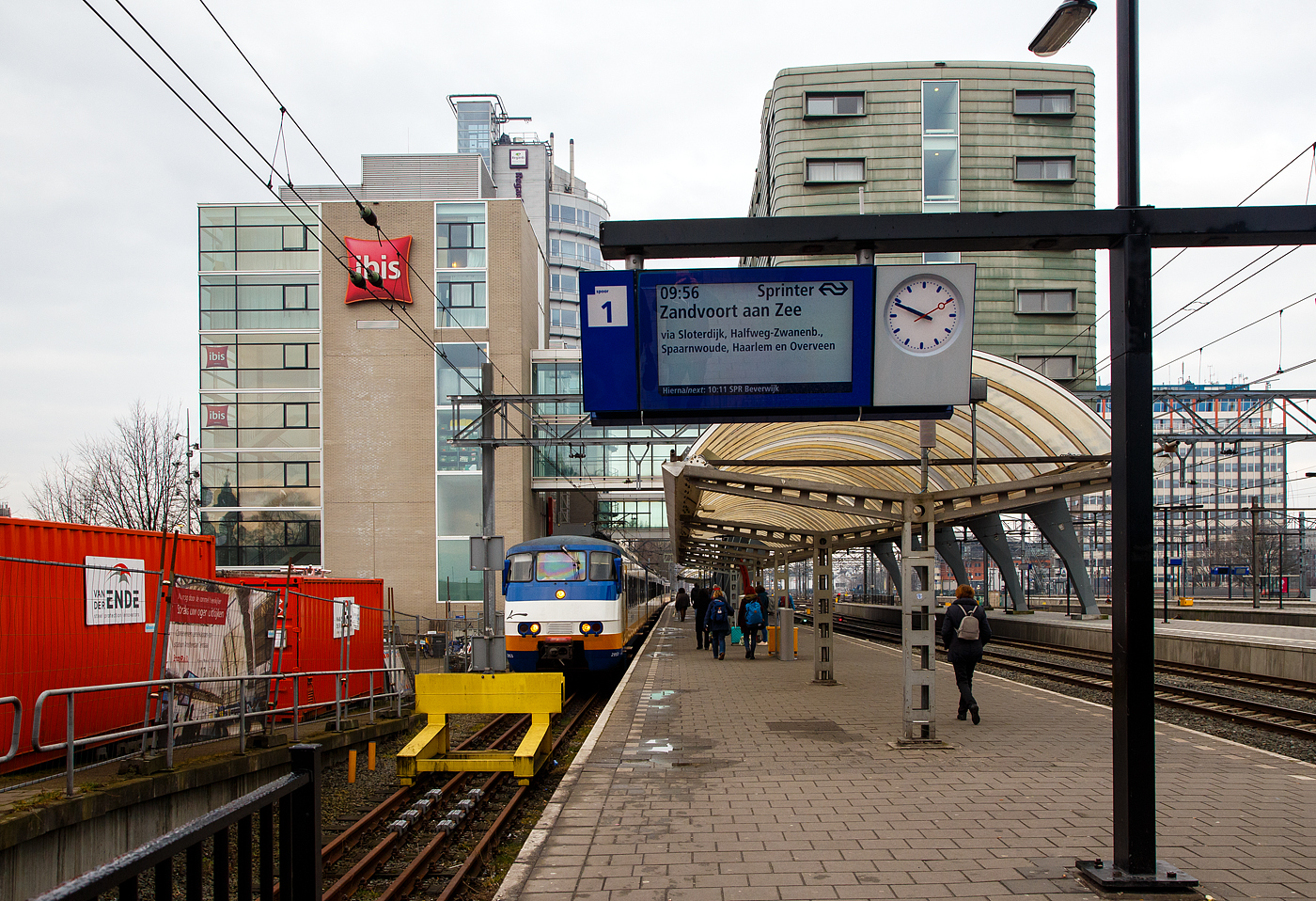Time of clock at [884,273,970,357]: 9:48
